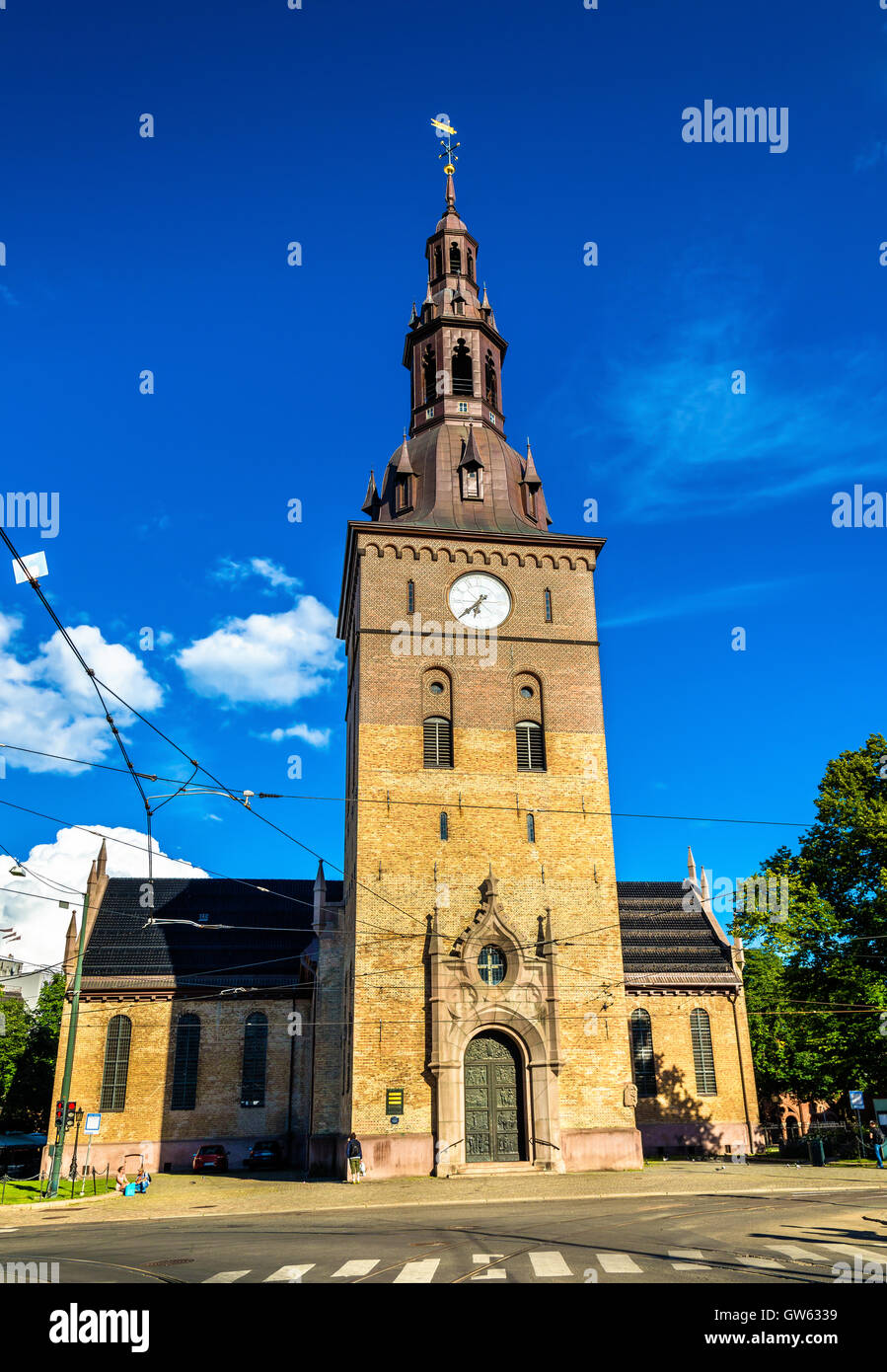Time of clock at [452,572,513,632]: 6:38
